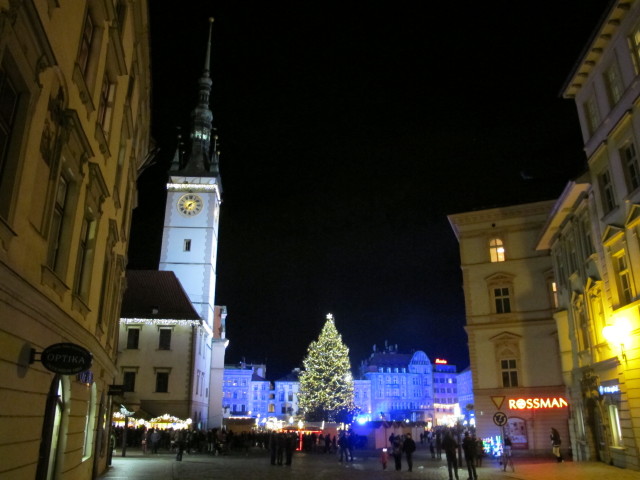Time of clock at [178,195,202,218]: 7:08
